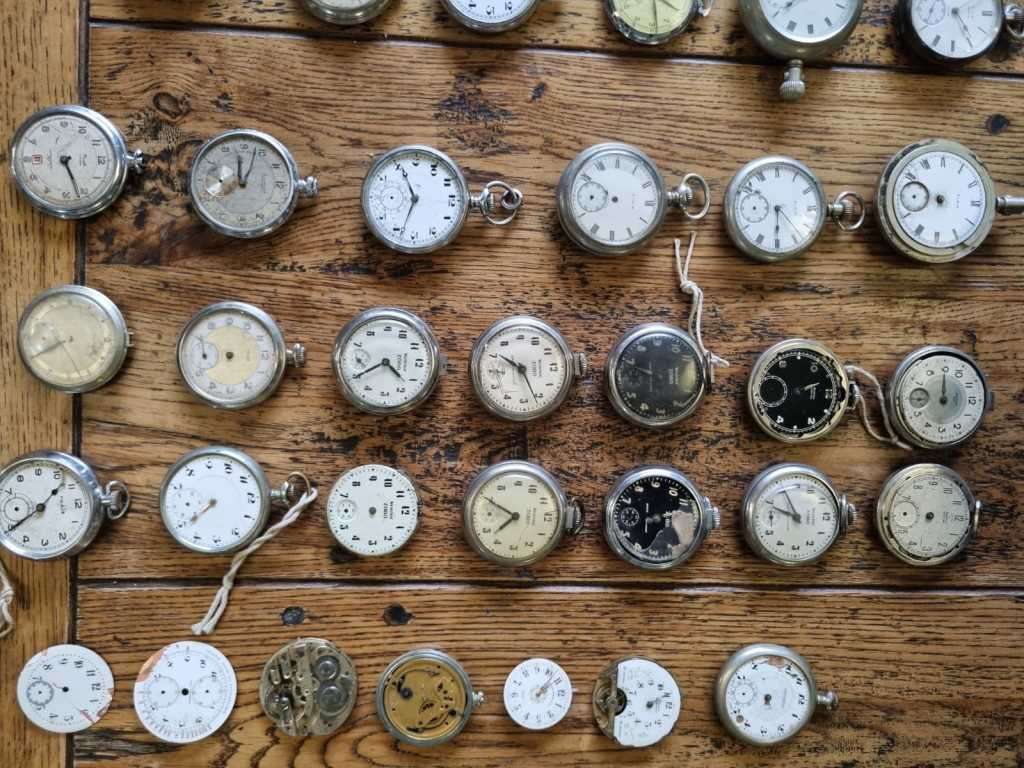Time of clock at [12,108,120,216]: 5:26
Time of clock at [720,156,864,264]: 5:52
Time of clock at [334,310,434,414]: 4:40
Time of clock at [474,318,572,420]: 10:26
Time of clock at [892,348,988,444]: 12:00
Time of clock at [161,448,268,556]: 7:39
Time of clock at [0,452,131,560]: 1:39
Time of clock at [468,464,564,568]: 7:49
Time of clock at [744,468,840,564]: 9:55
